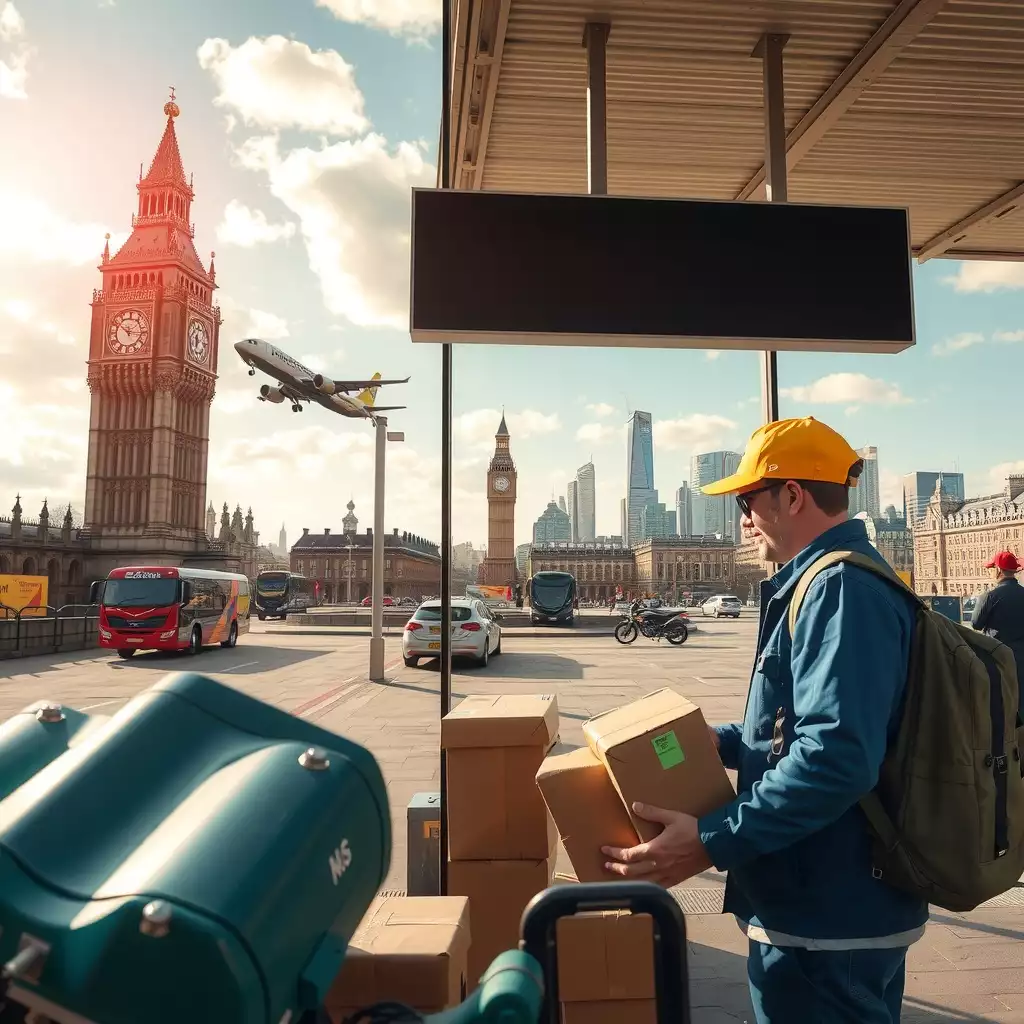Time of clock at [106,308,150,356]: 10:15
